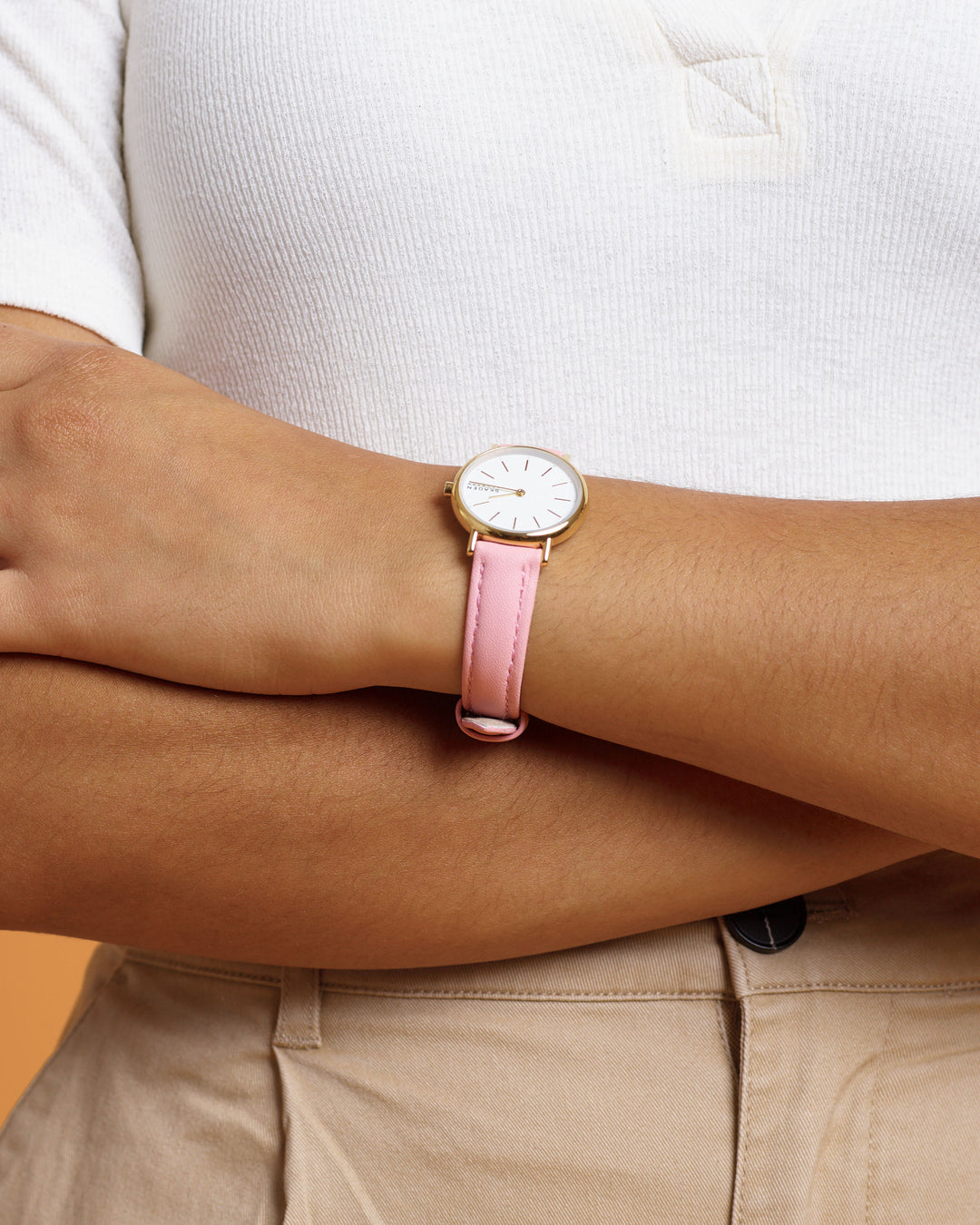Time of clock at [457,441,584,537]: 8:46
